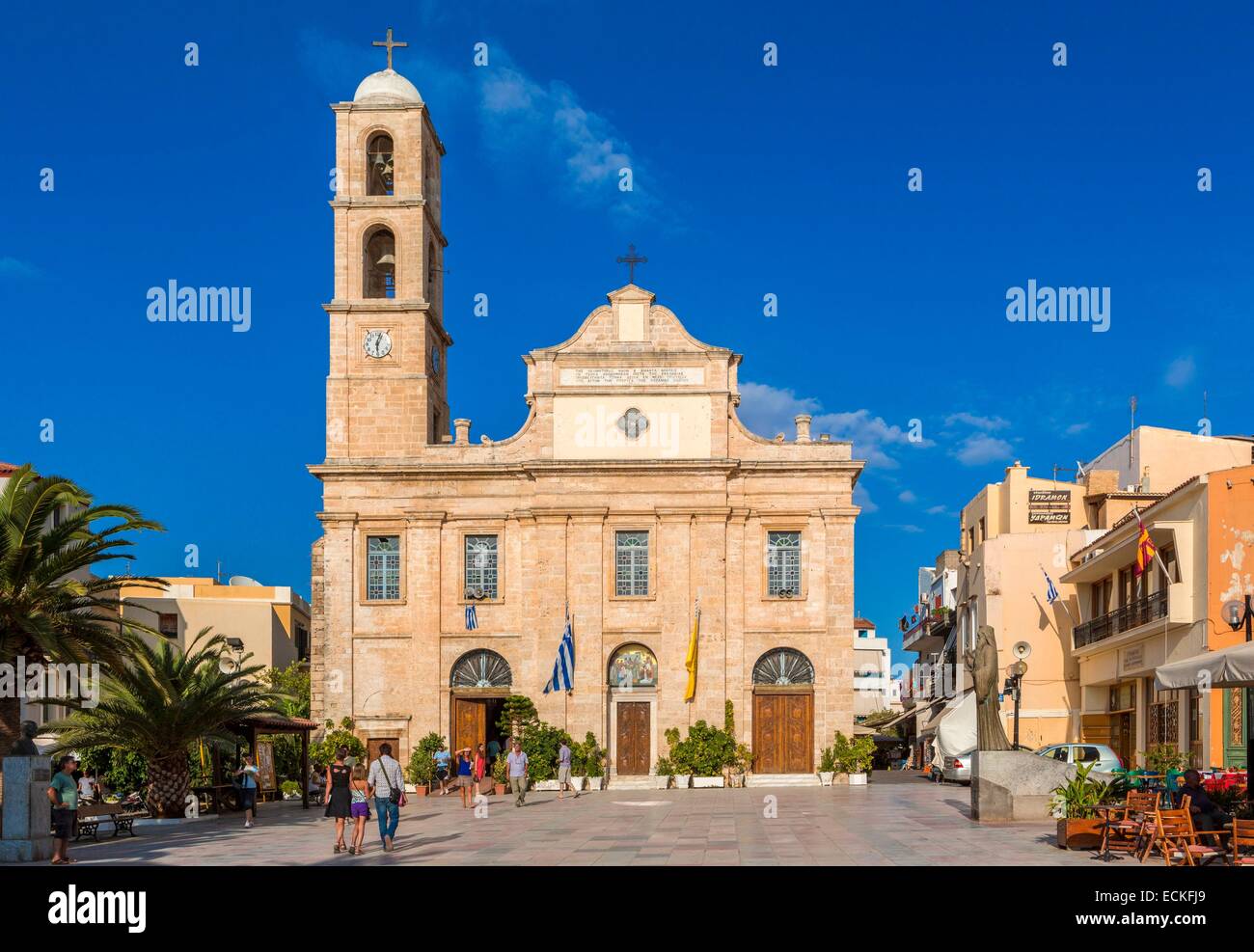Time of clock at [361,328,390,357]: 6:03
